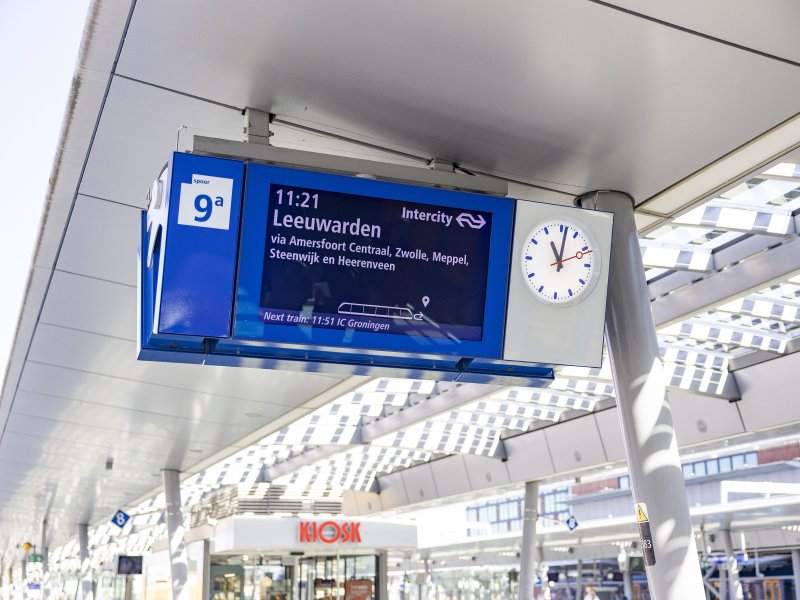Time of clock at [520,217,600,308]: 11:01
